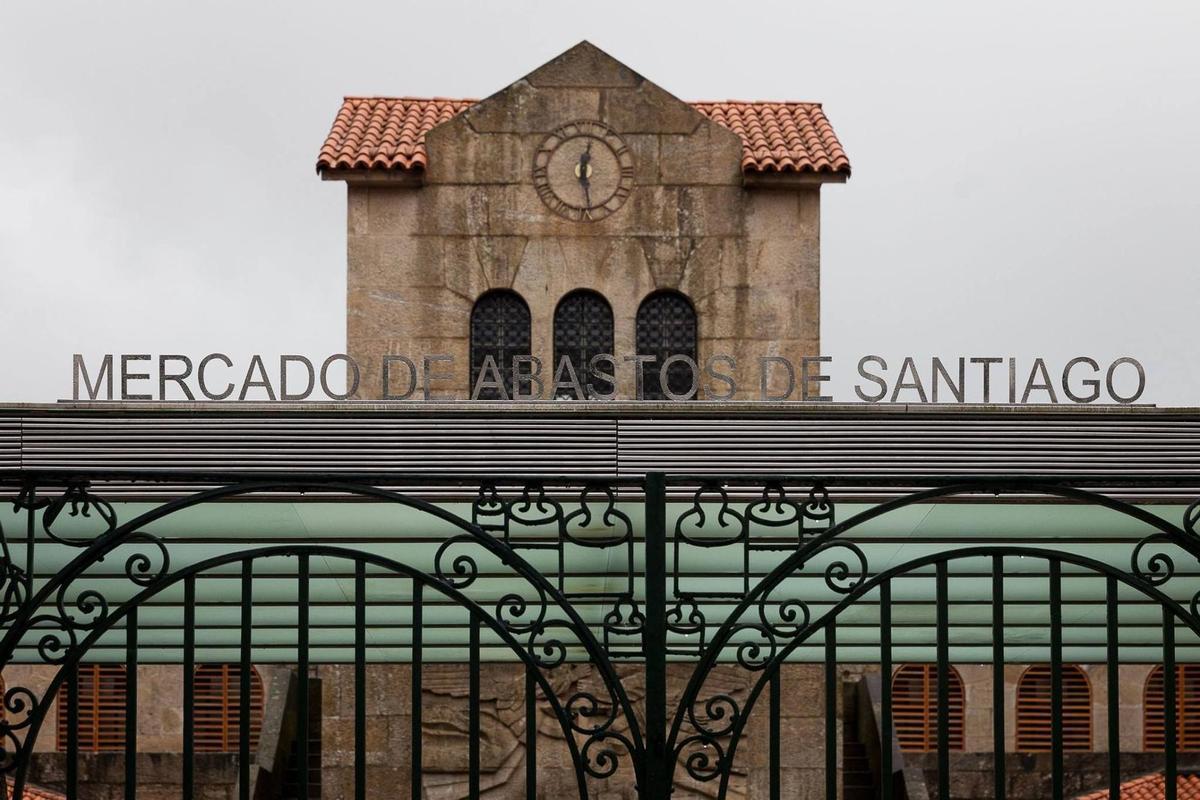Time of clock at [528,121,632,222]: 12:28
